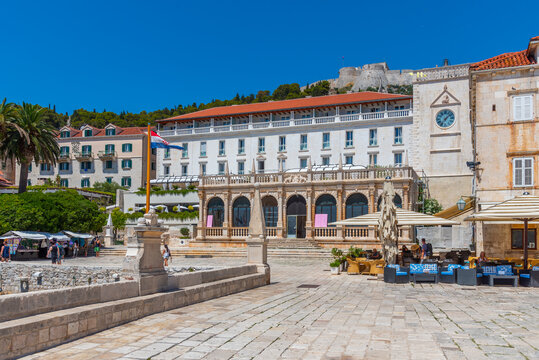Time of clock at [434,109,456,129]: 7:07
